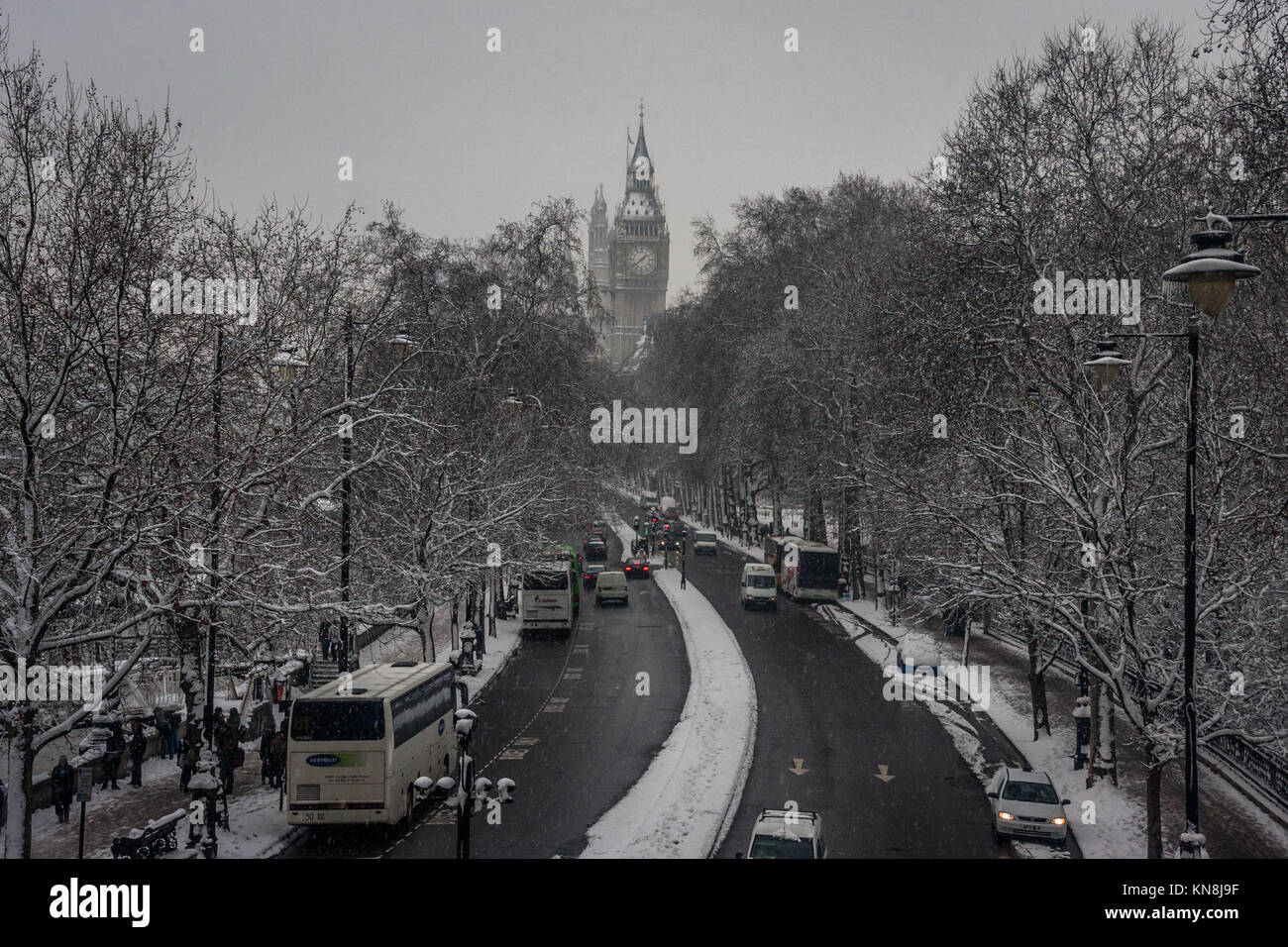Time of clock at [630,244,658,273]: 1:38
